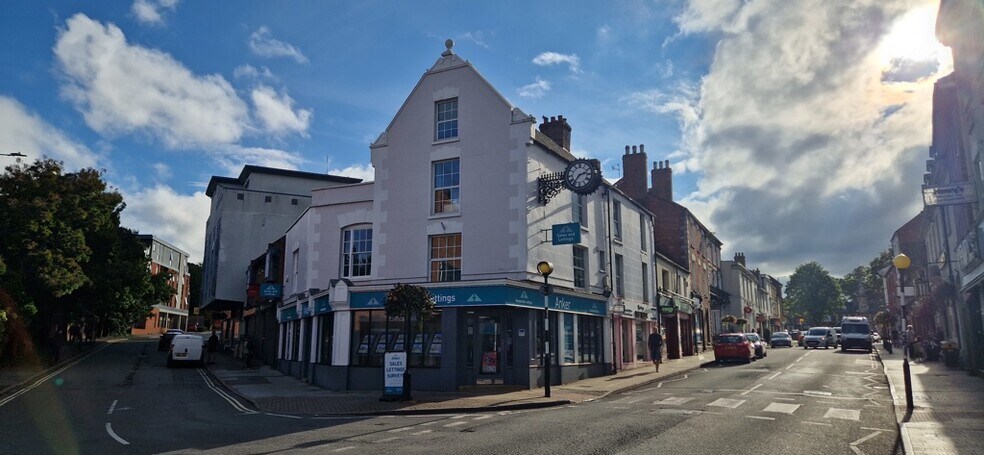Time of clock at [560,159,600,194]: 2:36
